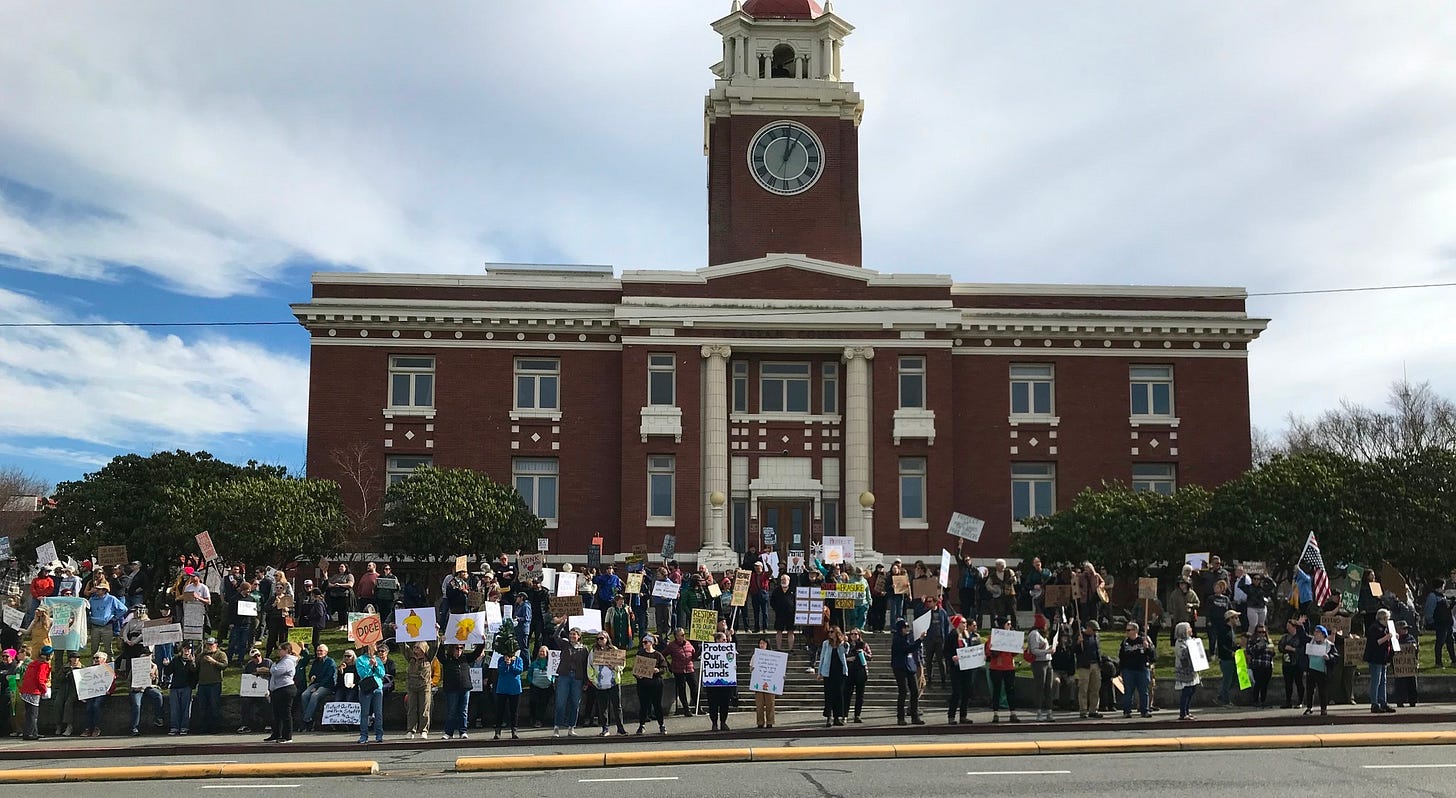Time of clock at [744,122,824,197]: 1:01
